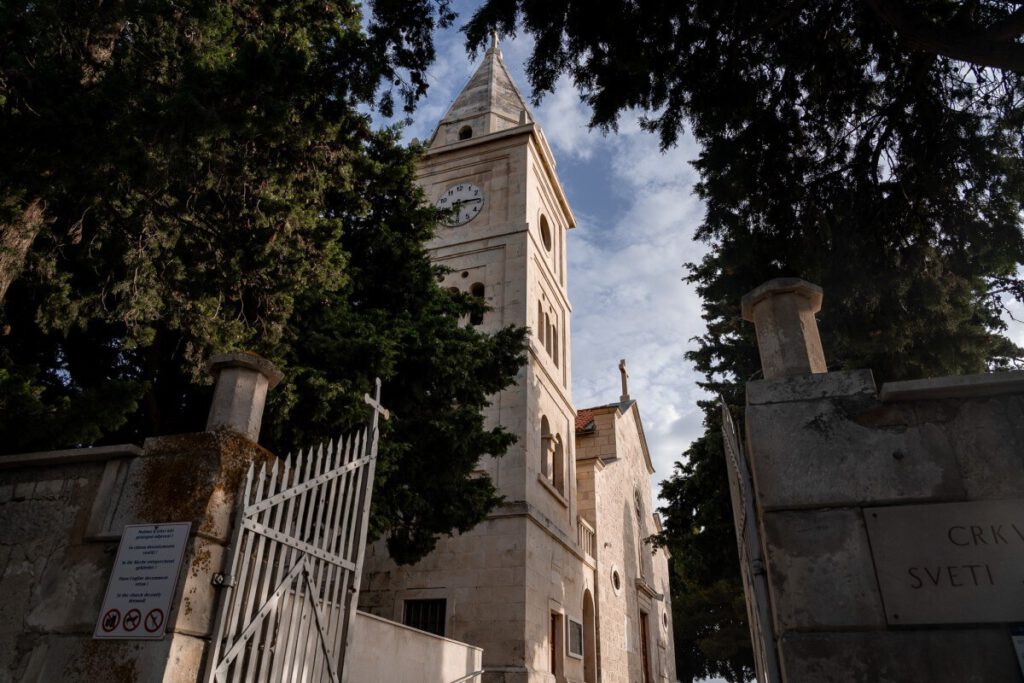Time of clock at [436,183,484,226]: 6:14
